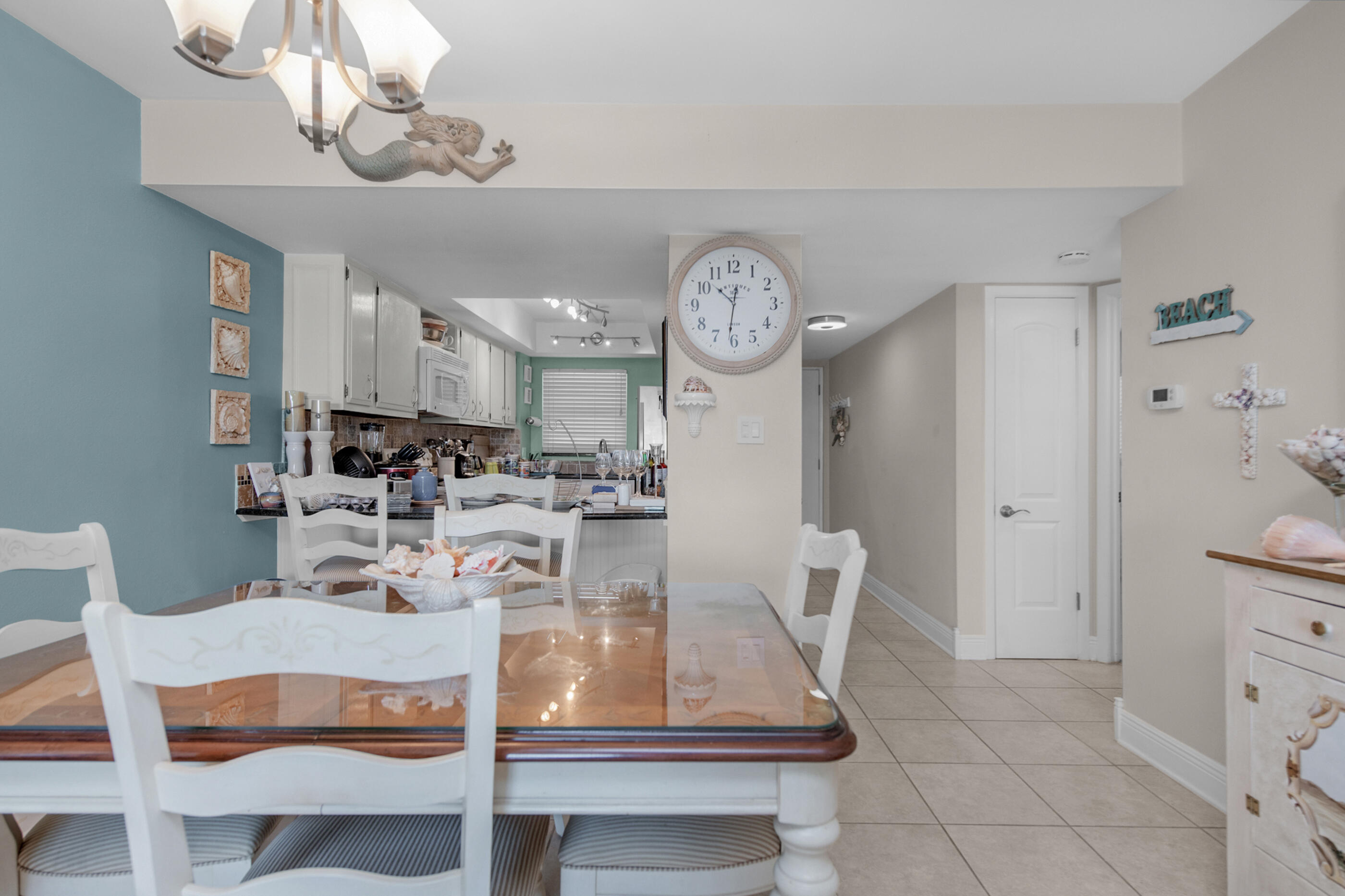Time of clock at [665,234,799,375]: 10:31
